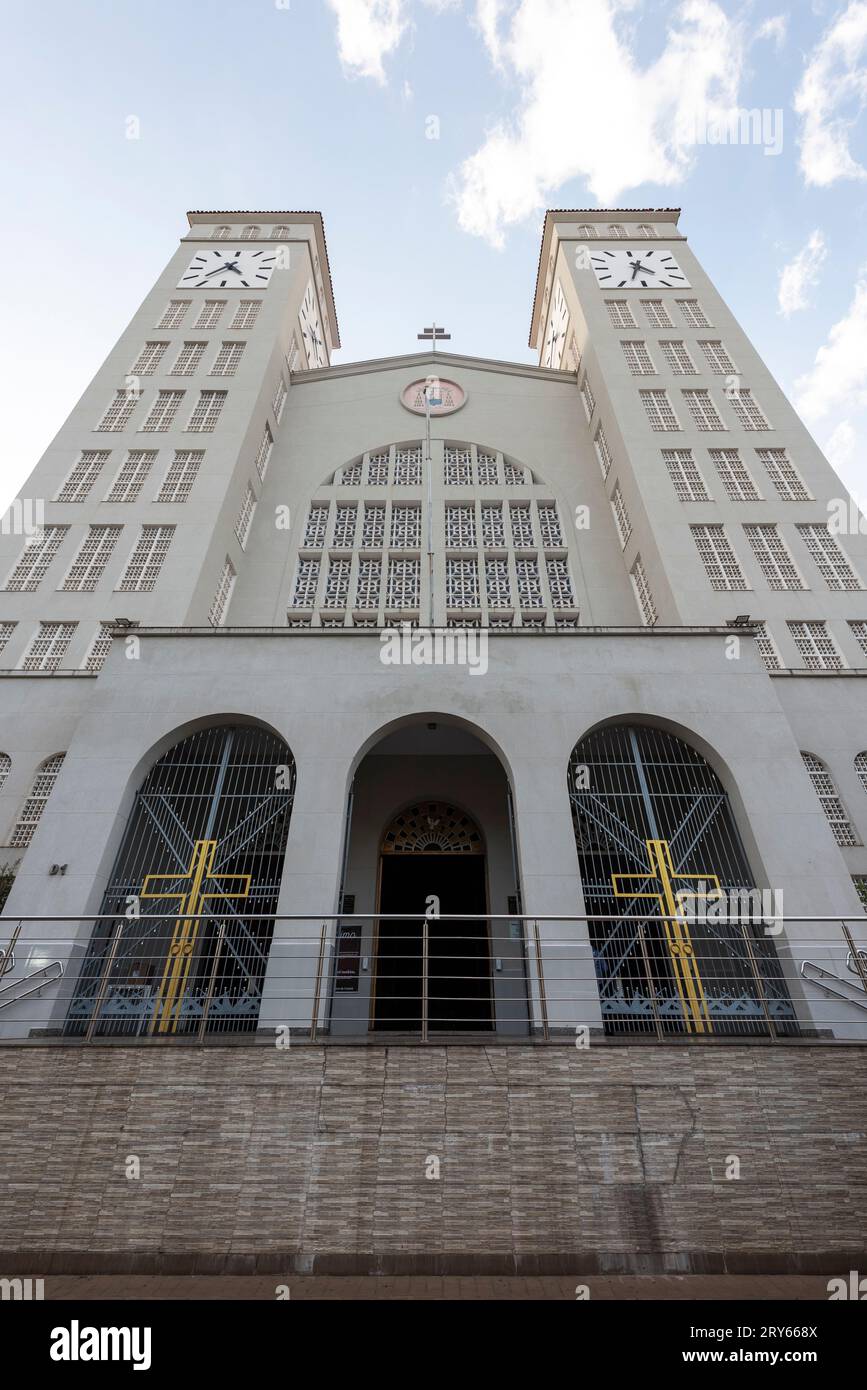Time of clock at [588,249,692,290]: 4:33
